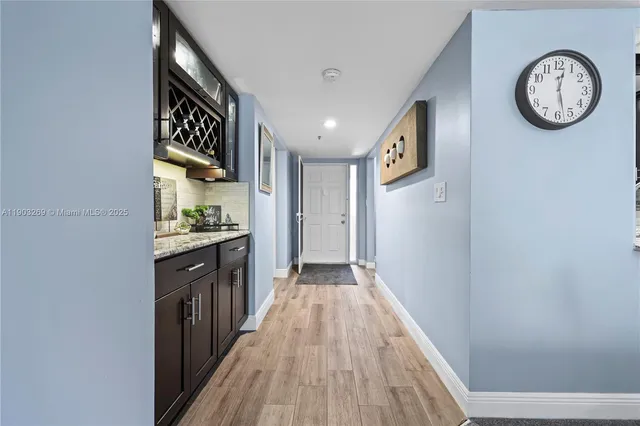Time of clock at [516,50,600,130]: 12:27
